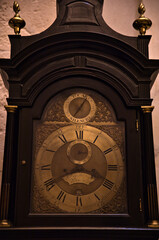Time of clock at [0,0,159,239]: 3:40
